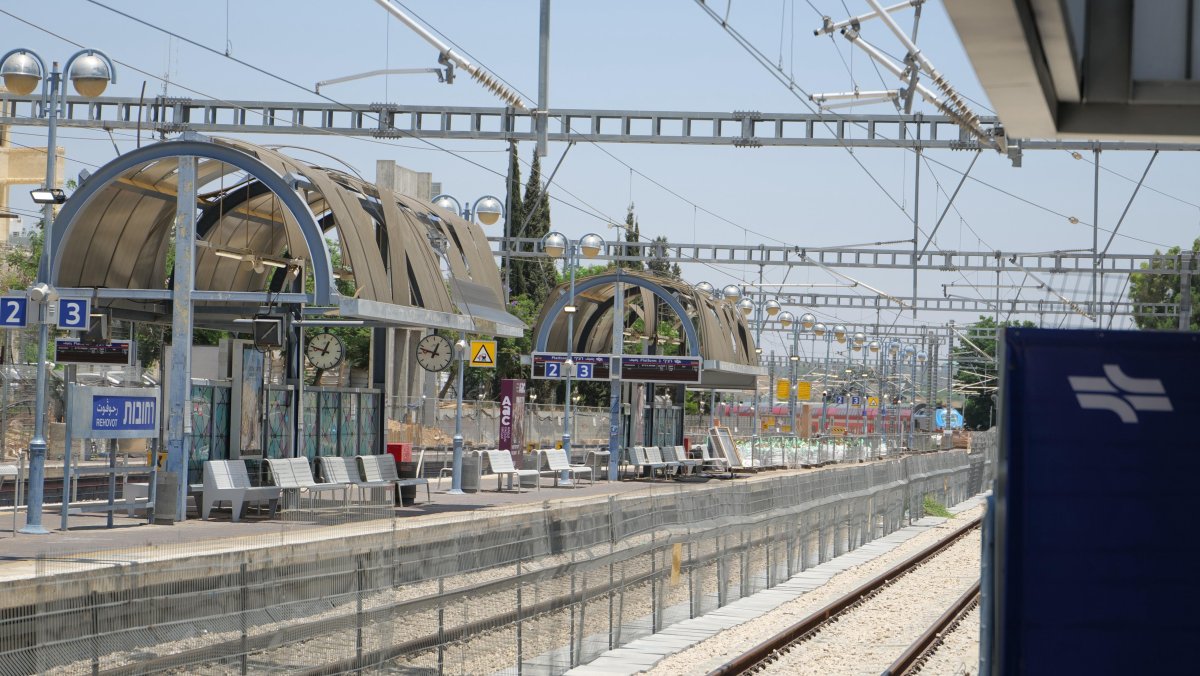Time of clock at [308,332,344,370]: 12:47
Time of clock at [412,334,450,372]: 12:47
